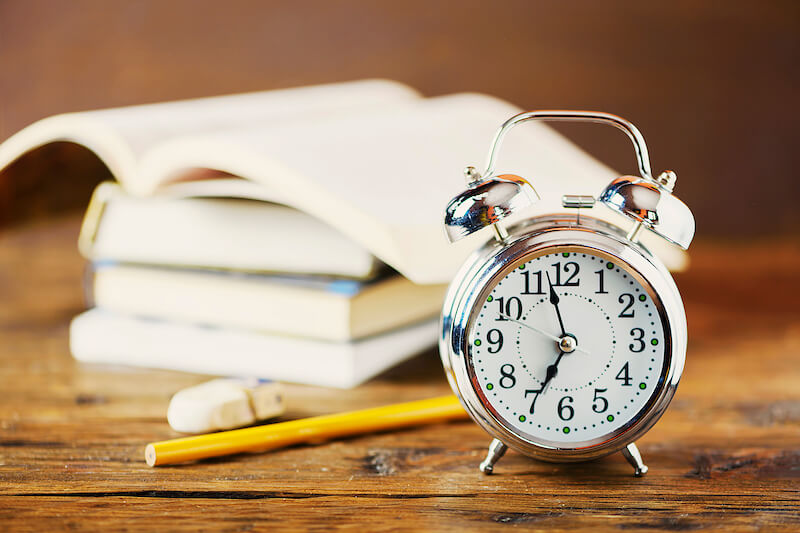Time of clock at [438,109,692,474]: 6:57
